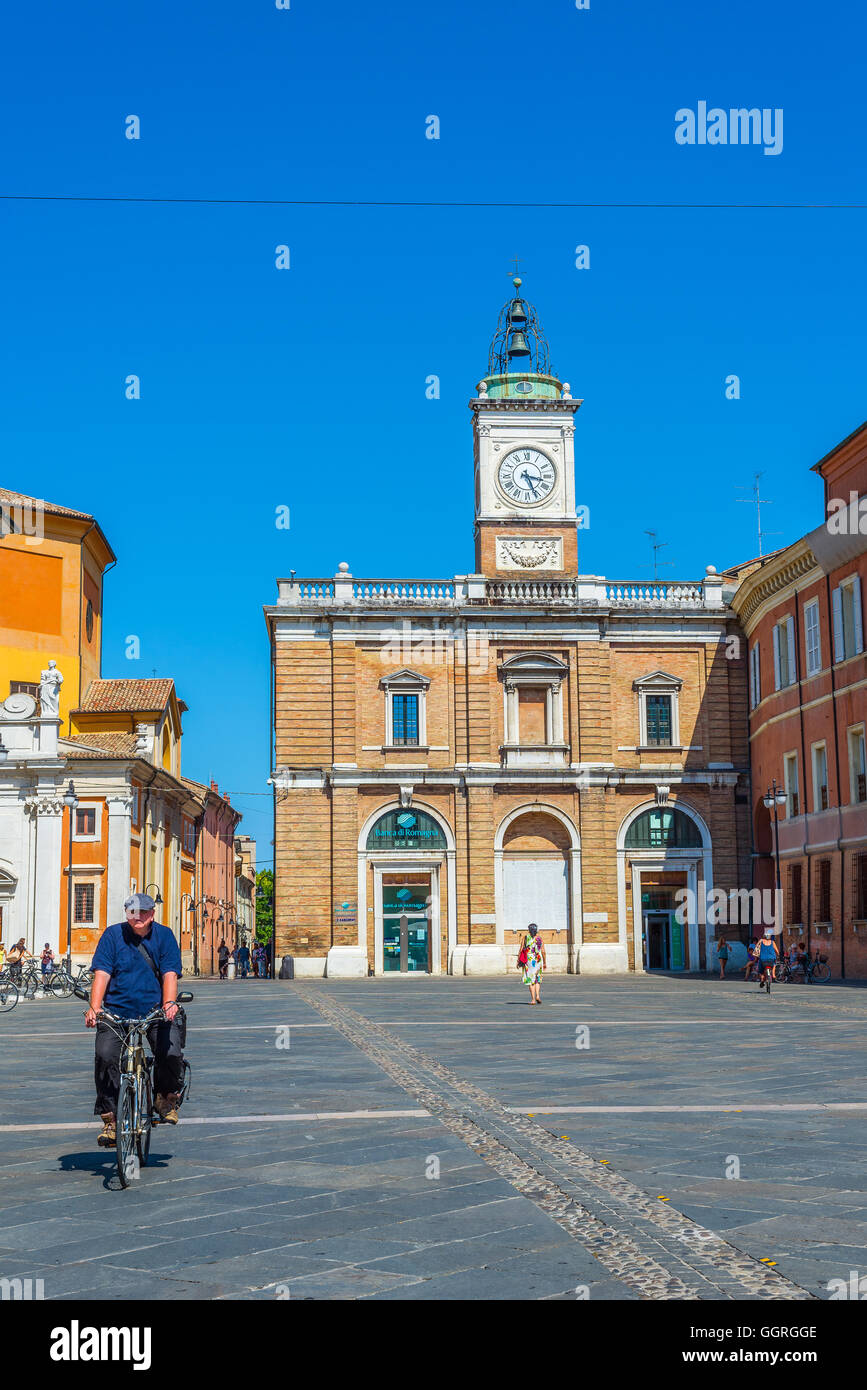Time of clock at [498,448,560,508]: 3:26
